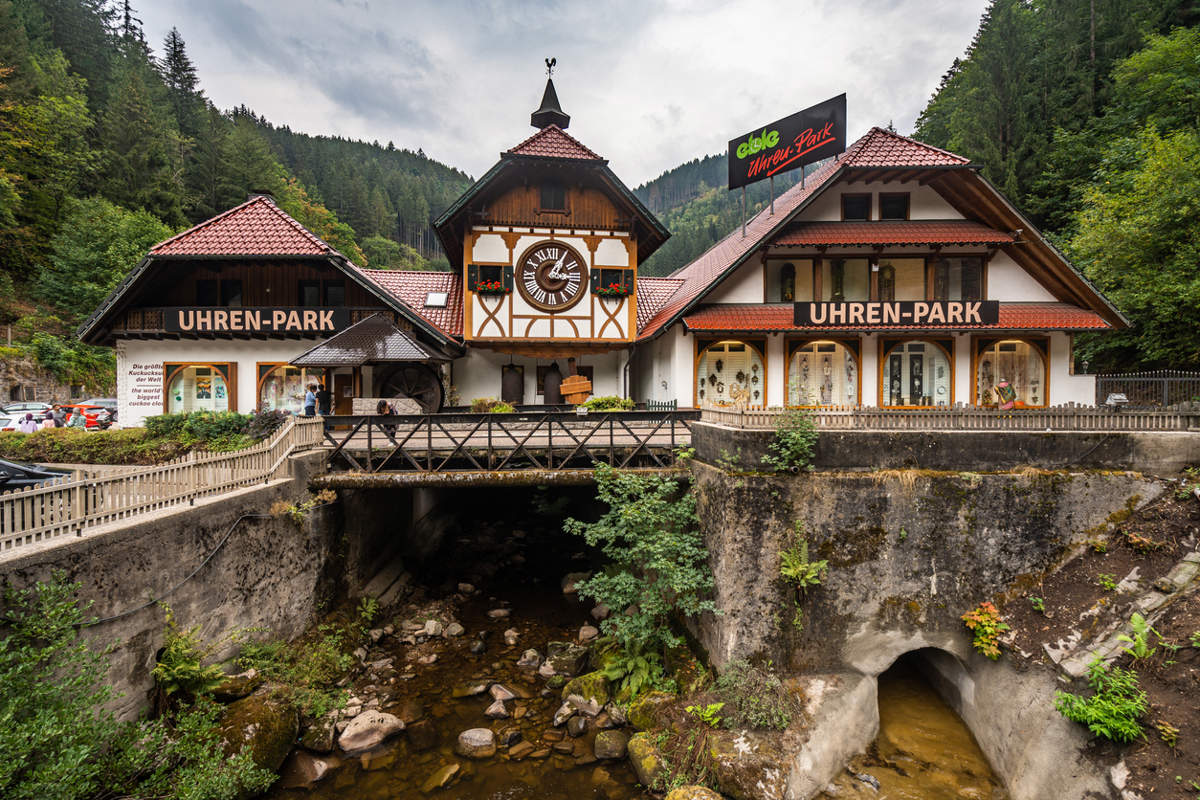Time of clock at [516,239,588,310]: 3:05
